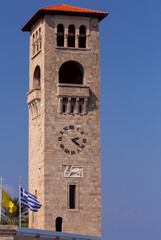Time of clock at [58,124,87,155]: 2:21
